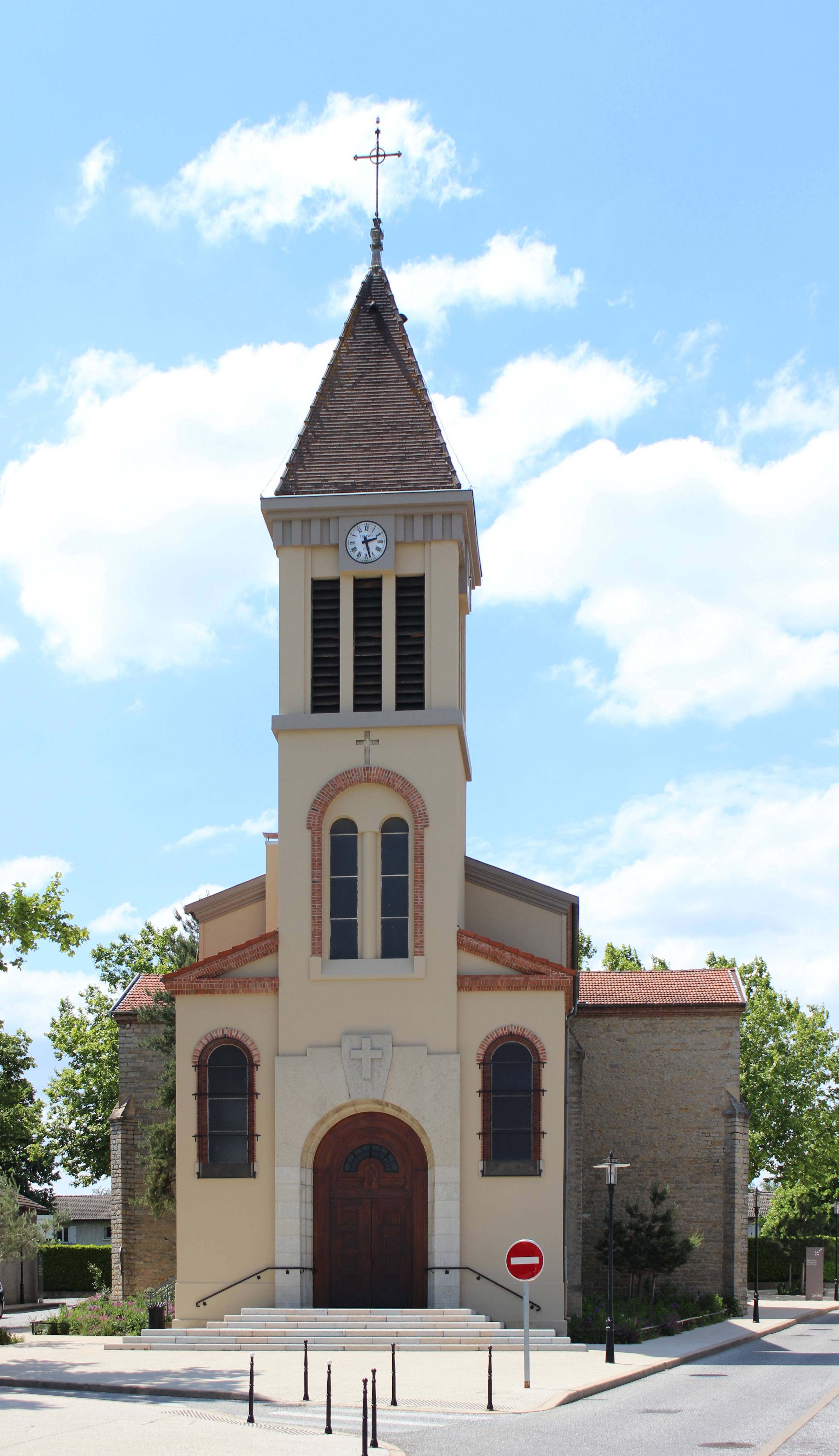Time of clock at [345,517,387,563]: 2:27
